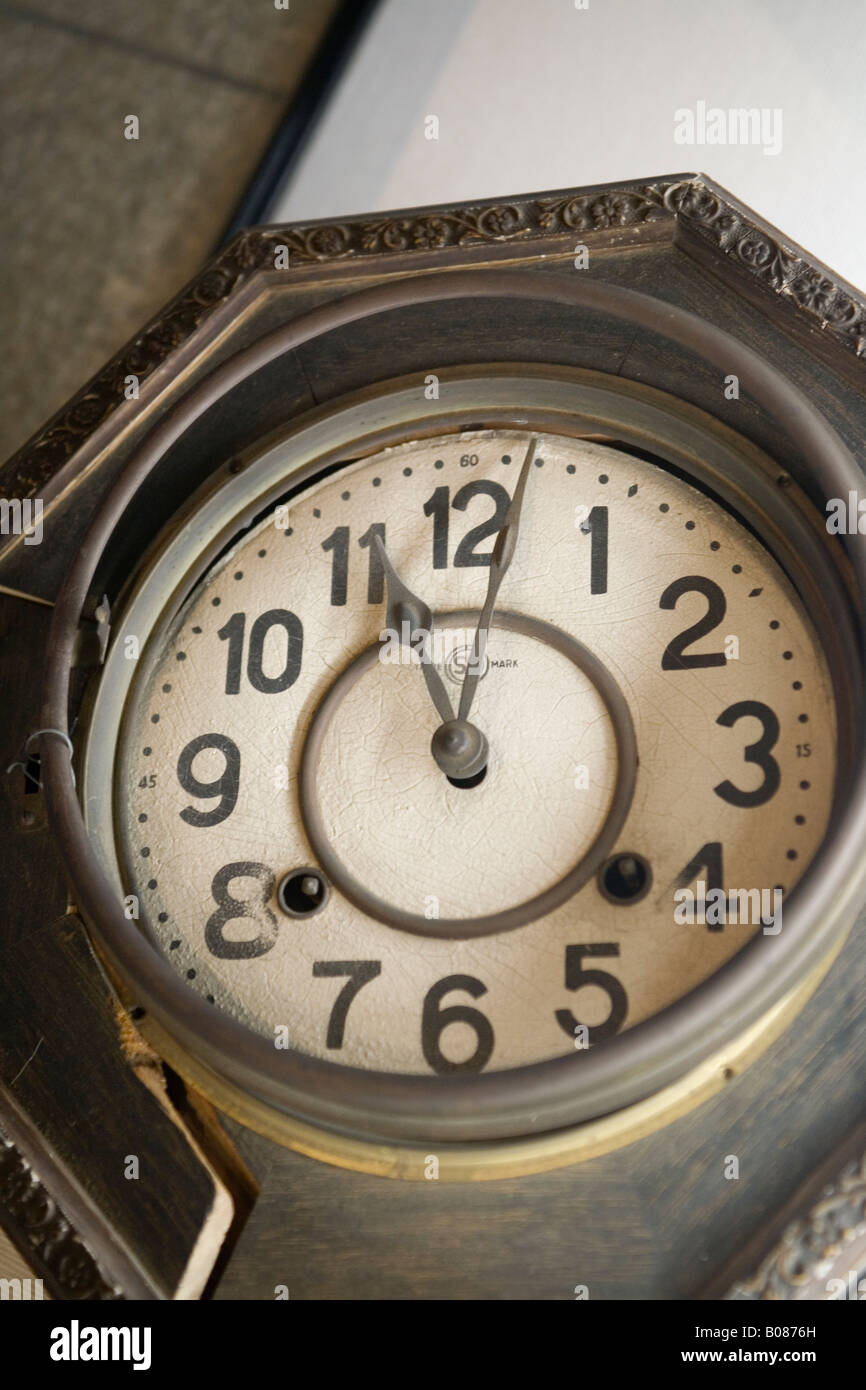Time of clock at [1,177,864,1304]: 11:02
